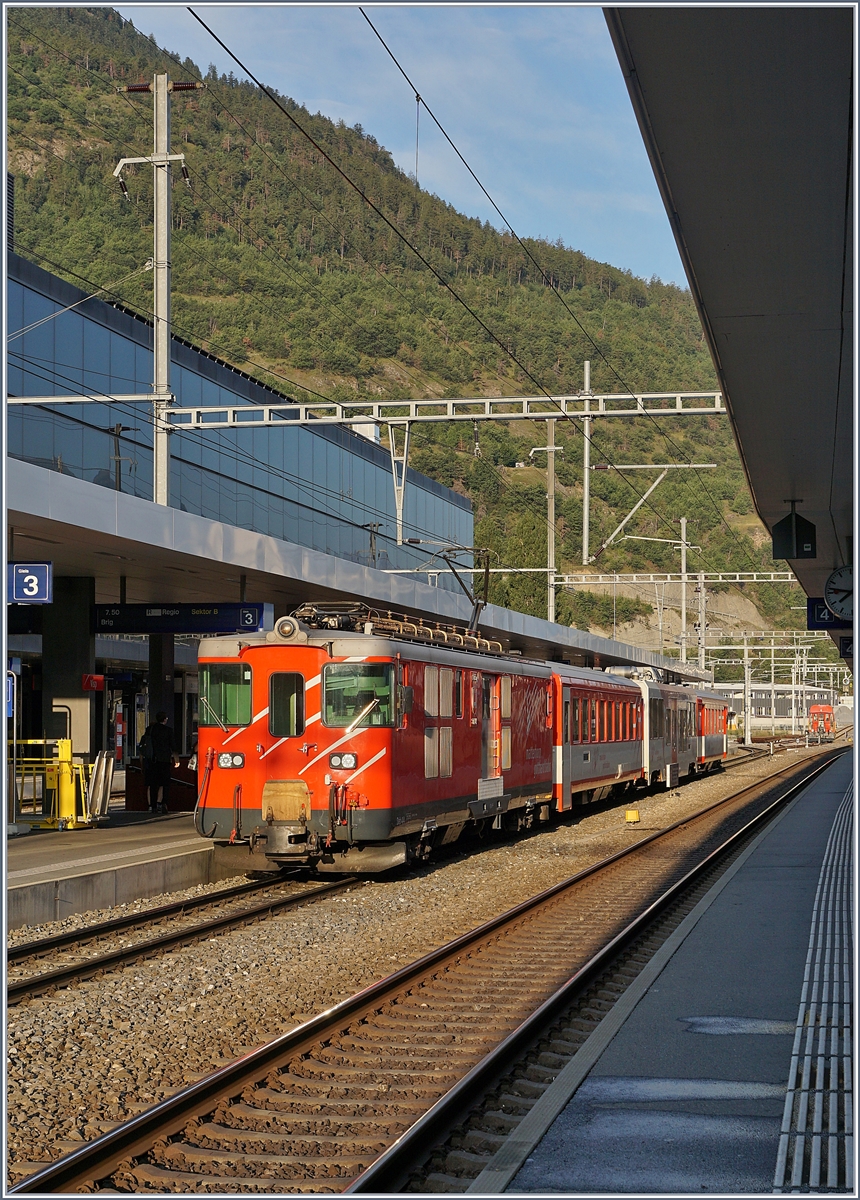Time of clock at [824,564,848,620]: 7:46
